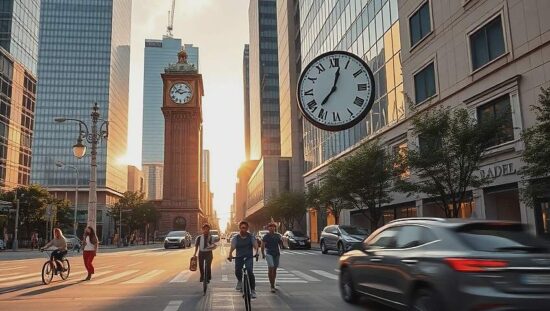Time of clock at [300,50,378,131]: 12:36
